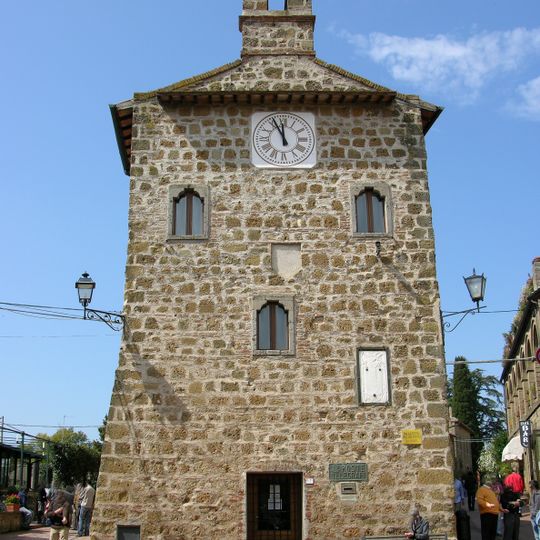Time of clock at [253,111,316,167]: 11:55
